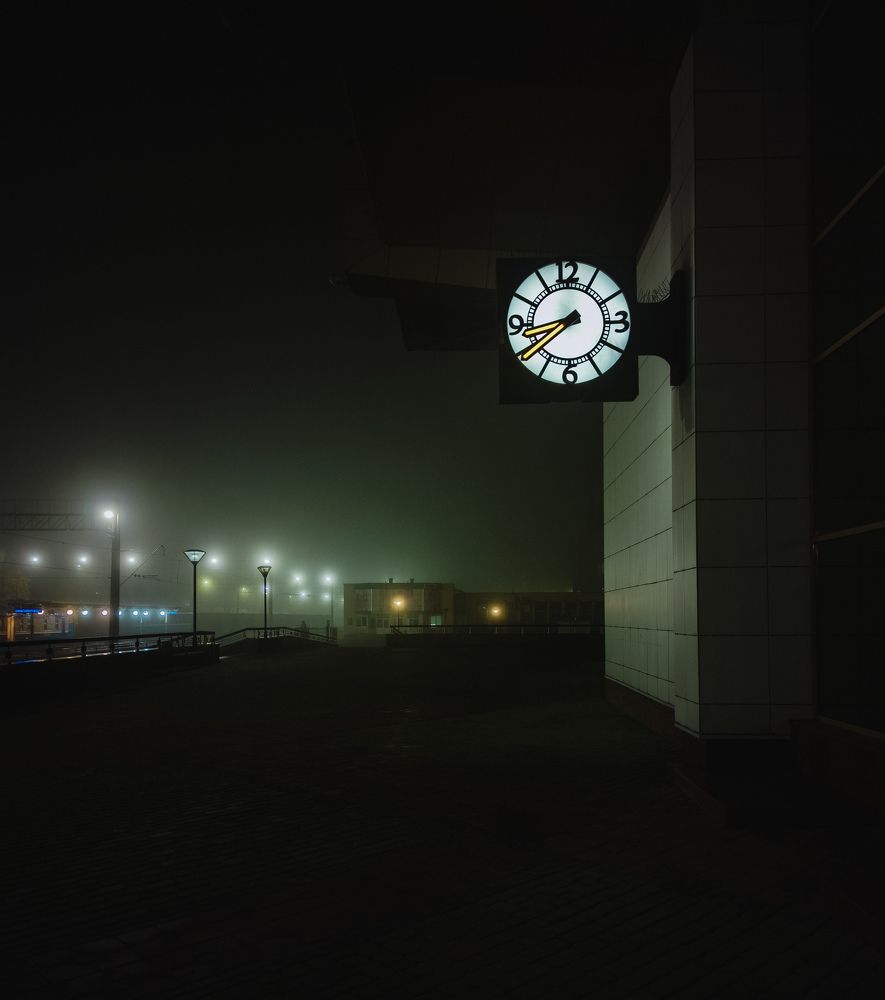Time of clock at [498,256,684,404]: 8:38
